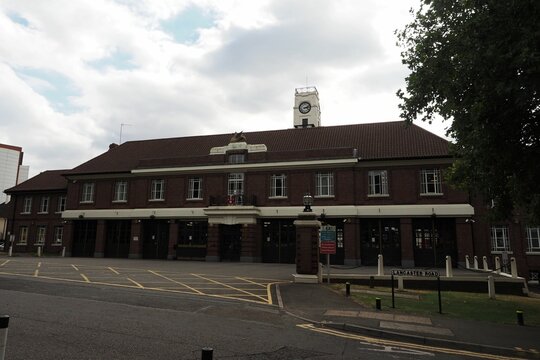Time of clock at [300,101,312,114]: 3:12
